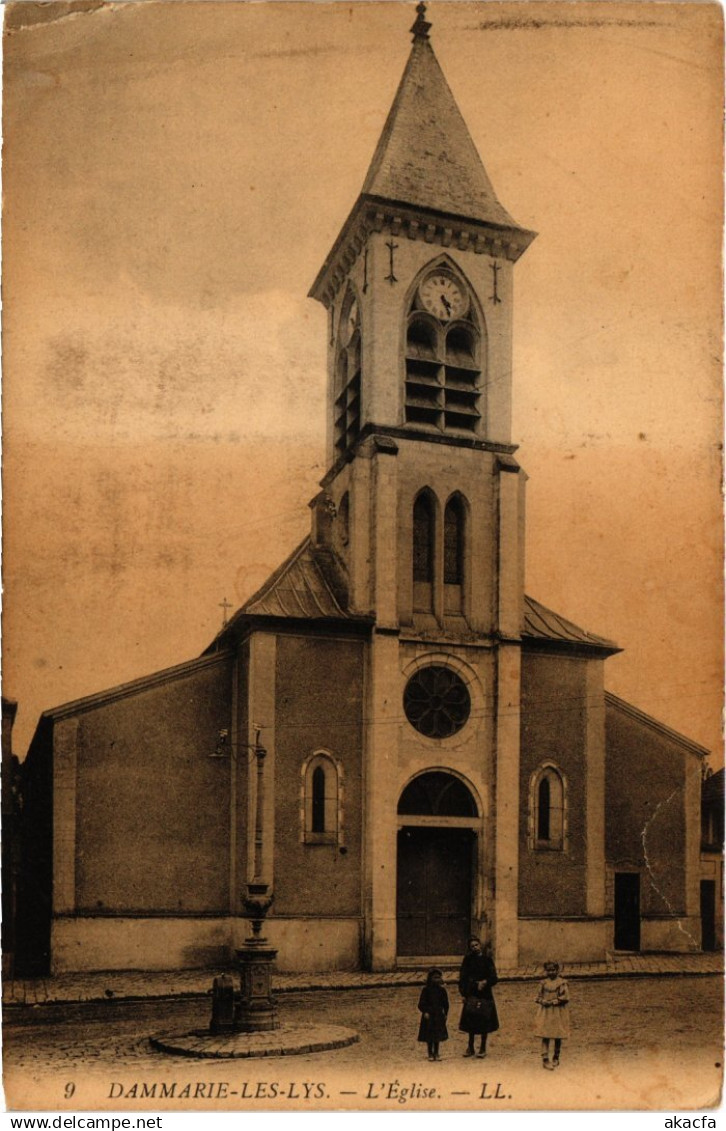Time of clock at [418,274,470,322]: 4:26
